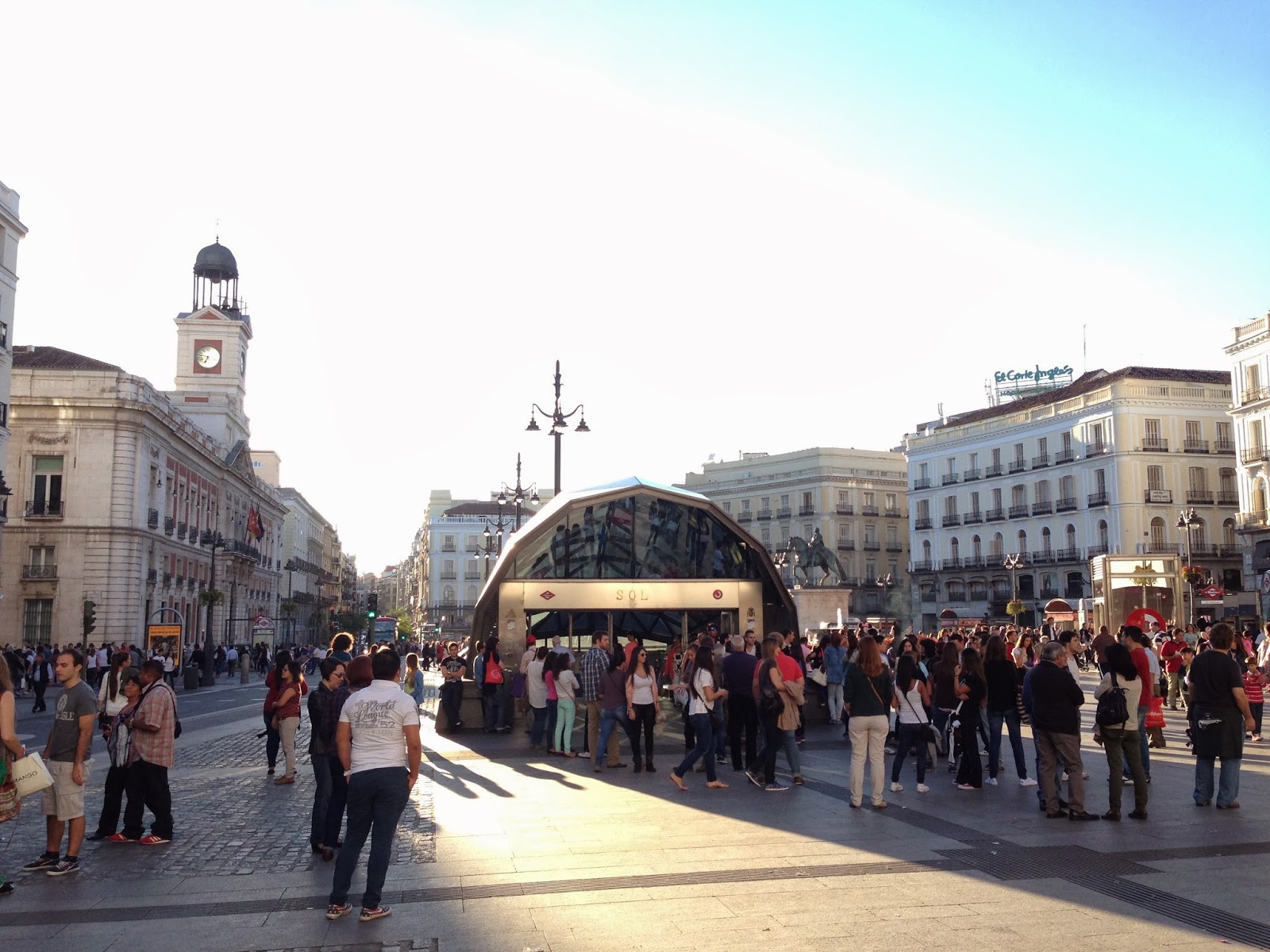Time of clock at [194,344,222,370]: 6:47
